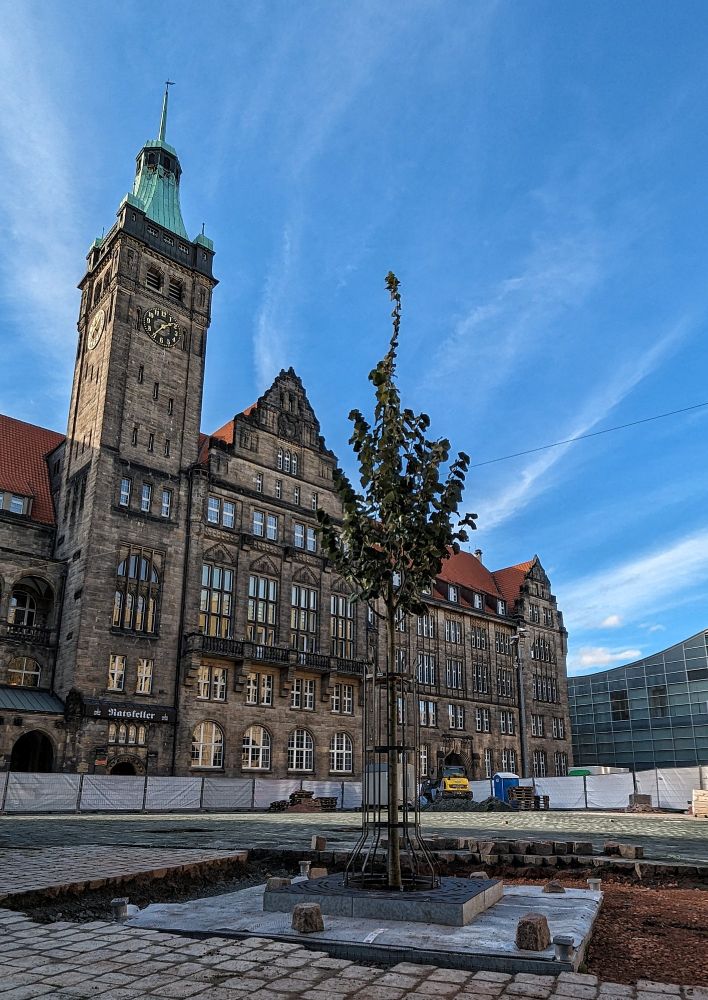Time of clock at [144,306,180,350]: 1:36
